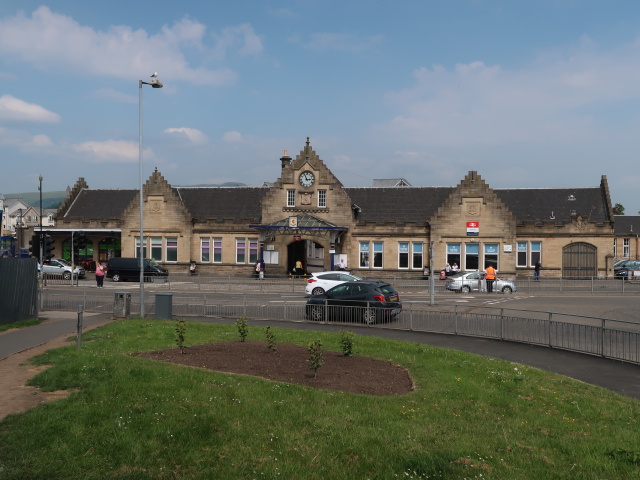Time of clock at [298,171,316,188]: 2:56
